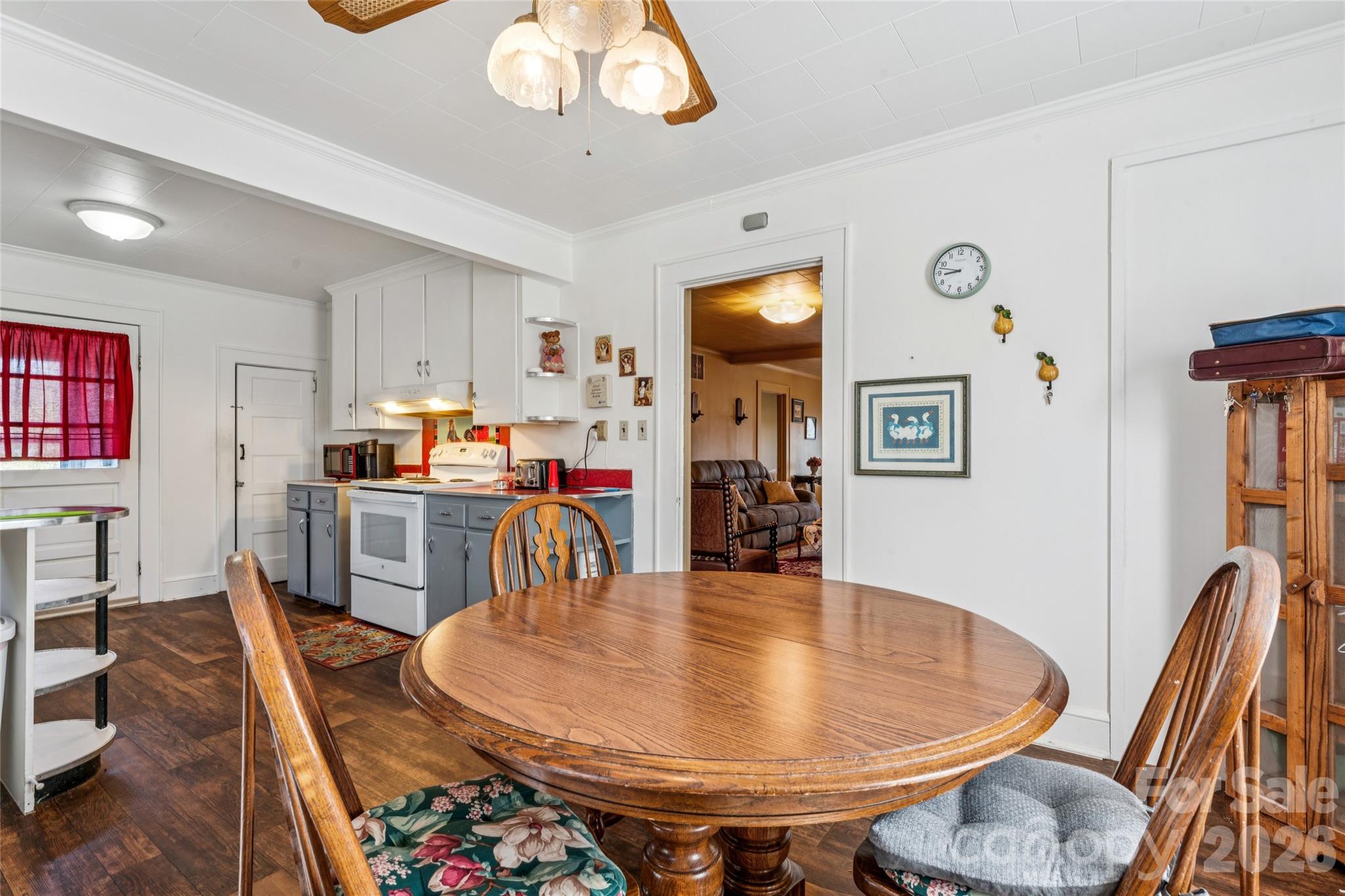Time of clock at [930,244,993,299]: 8:47
